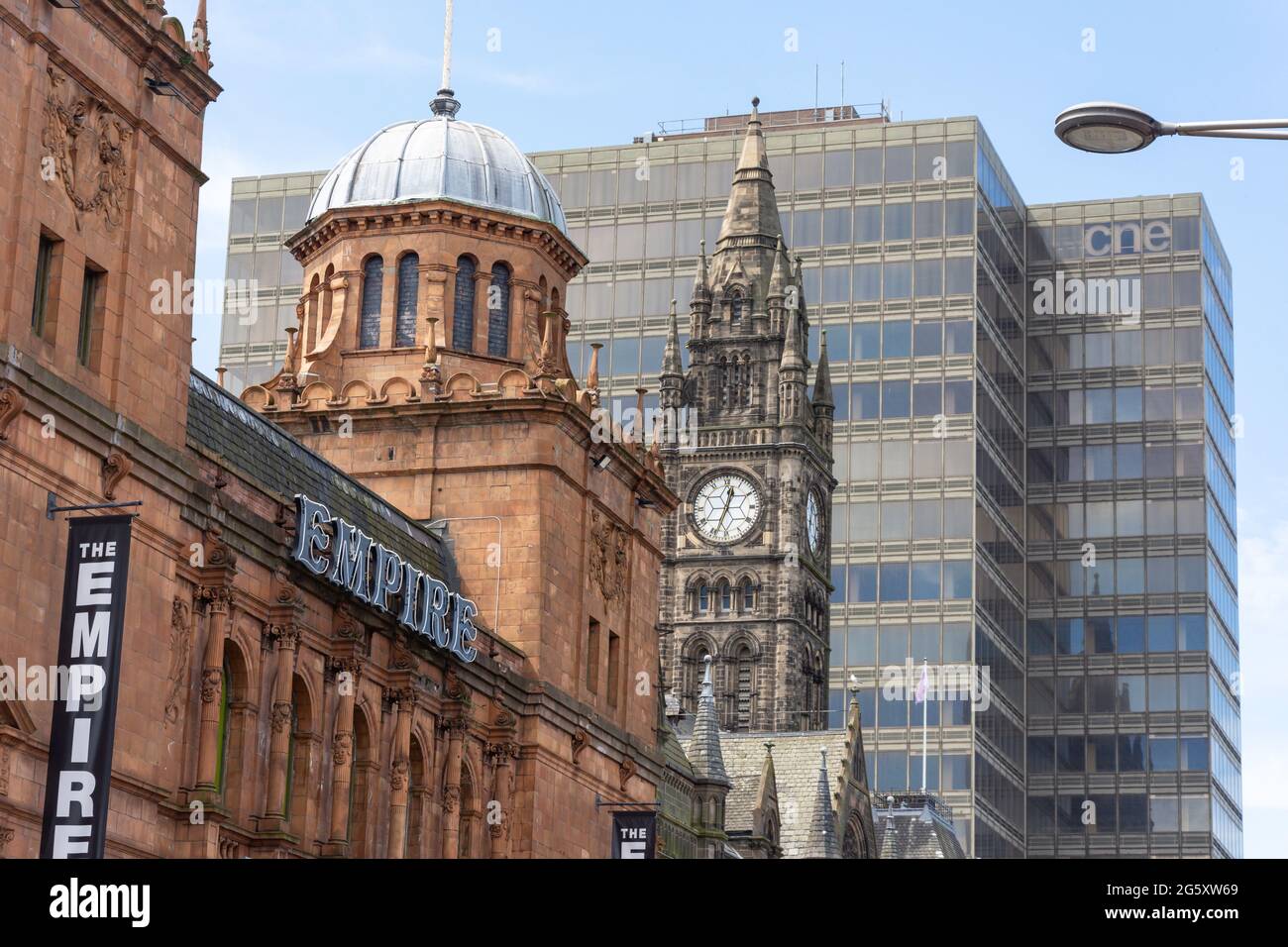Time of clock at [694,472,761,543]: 12:33
